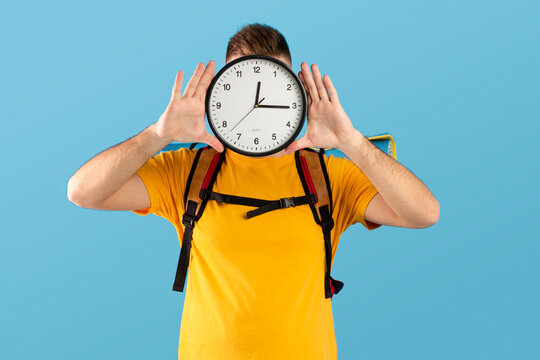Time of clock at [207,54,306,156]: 12:15
